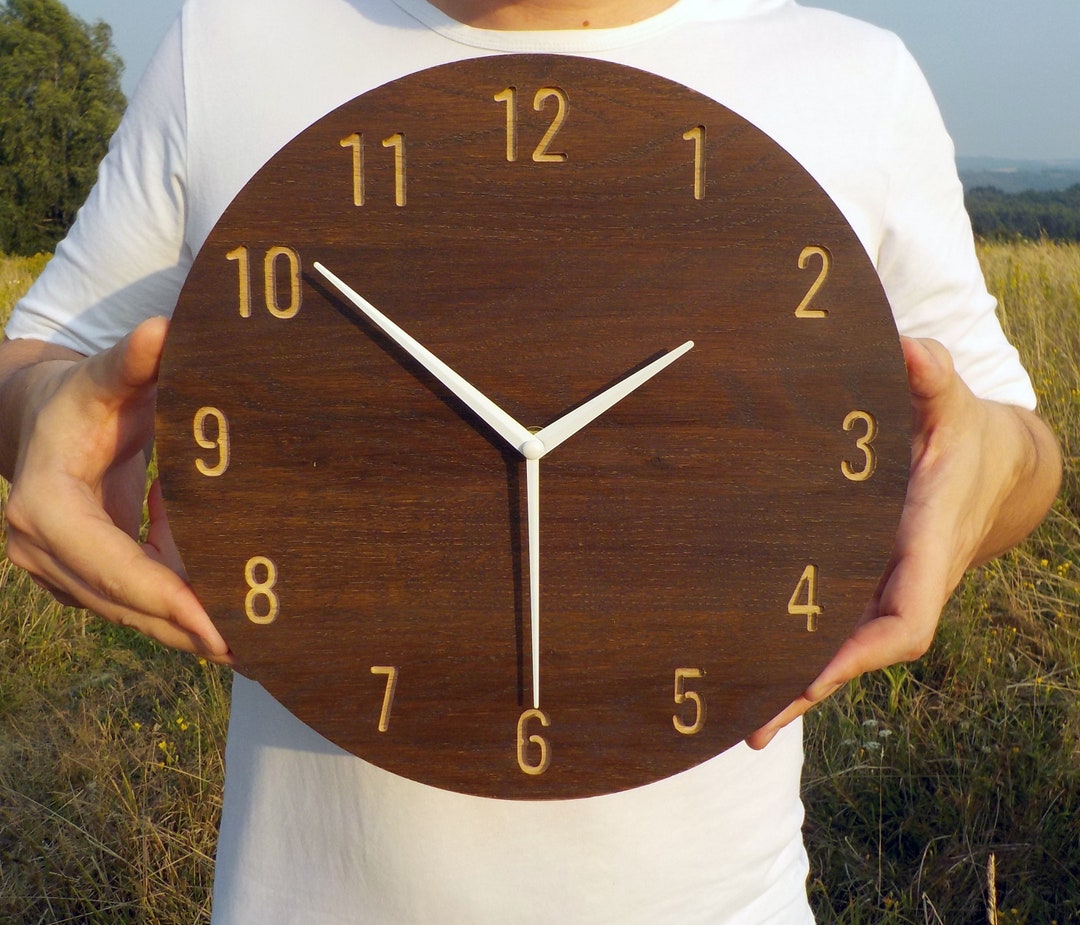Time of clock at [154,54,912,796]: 1:51
